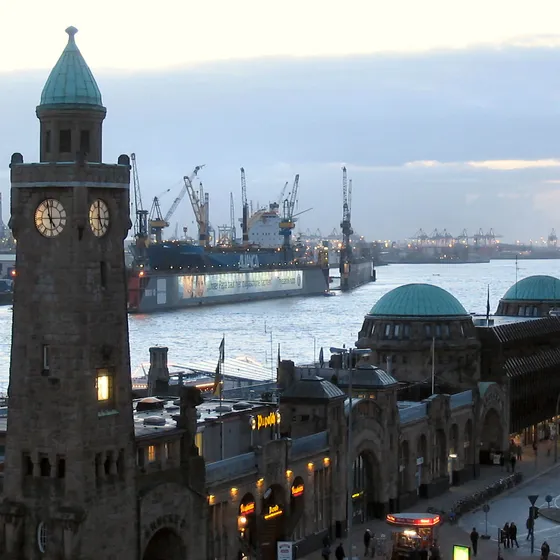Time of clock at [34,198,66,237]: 4:57
